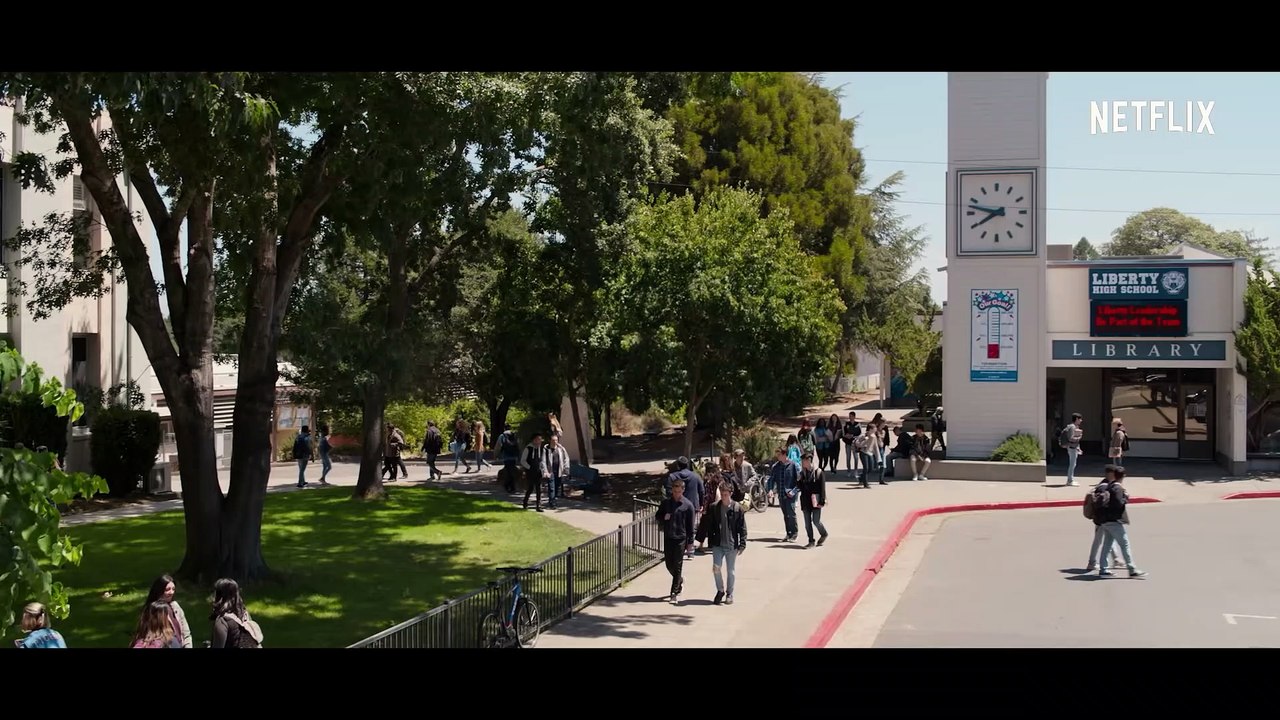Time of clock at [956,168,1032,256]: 7:47
